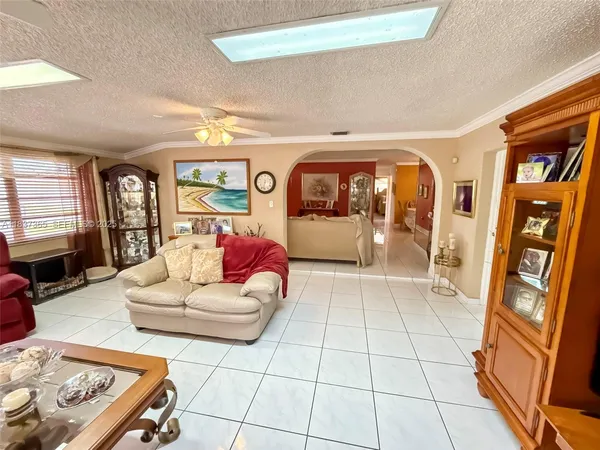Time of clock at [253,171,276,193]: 6:32
